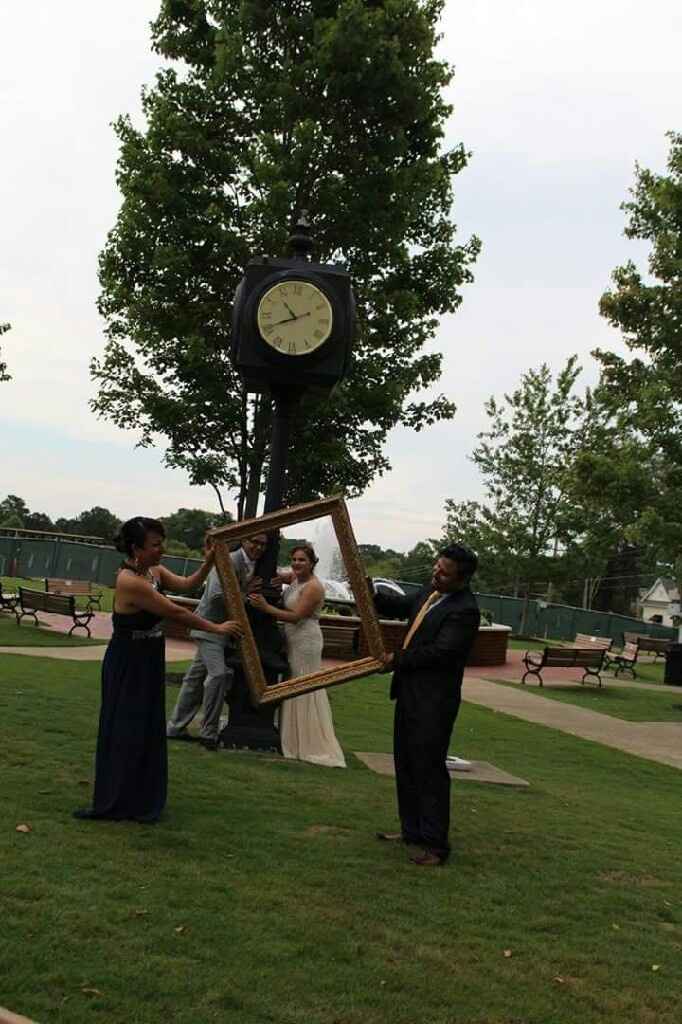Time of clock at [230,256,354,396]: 10:41
